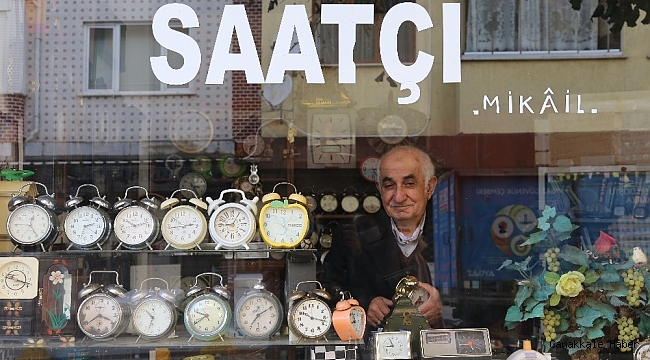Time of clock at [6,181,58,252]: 12:24
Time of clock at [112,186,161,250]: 10:12
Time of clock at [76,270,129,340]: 3:39
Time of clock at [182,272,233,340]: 9:39
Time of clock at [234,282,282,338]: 7:09
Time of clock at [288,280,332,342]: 10:17
